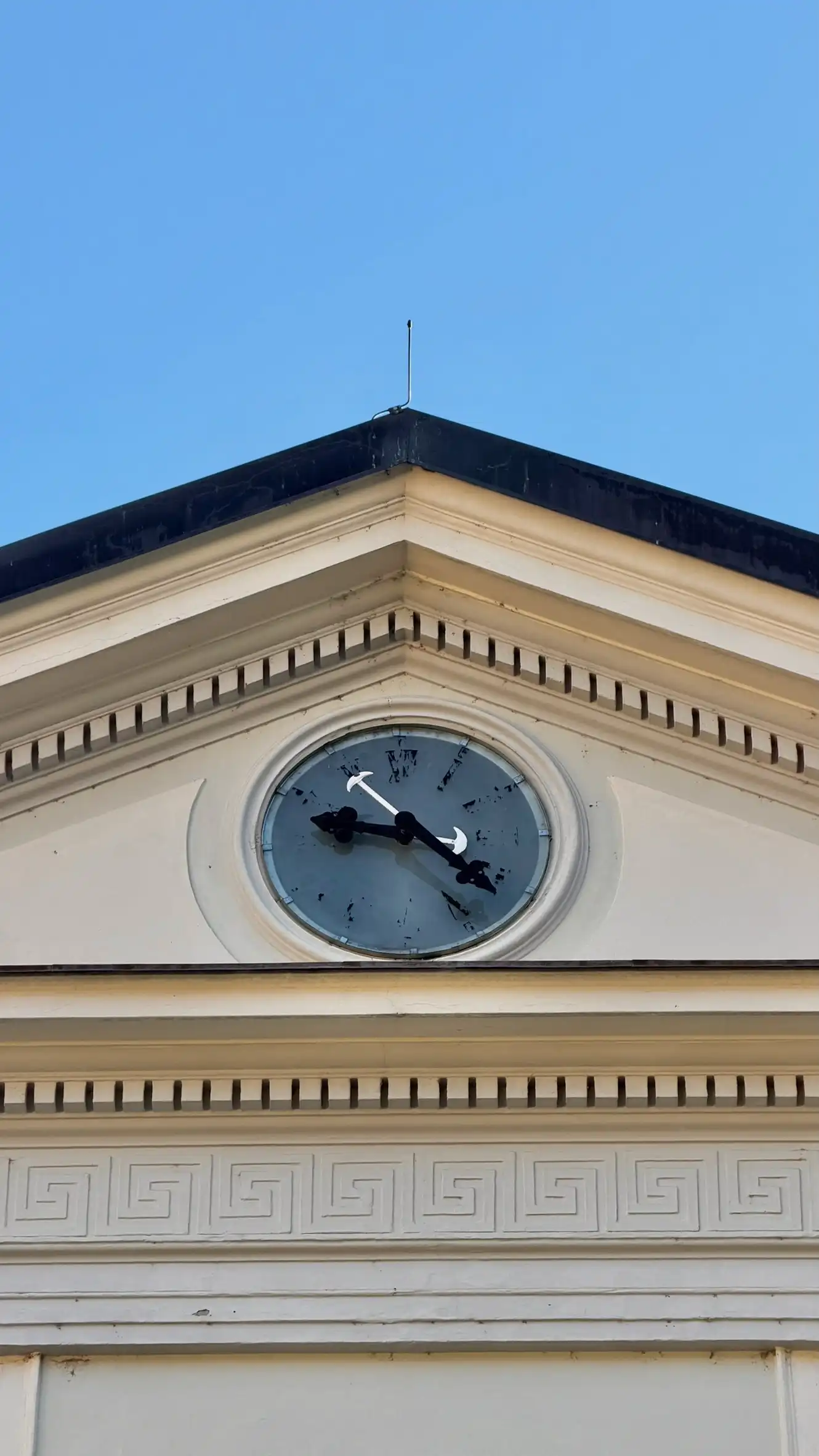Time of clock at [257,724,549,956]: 9:21
